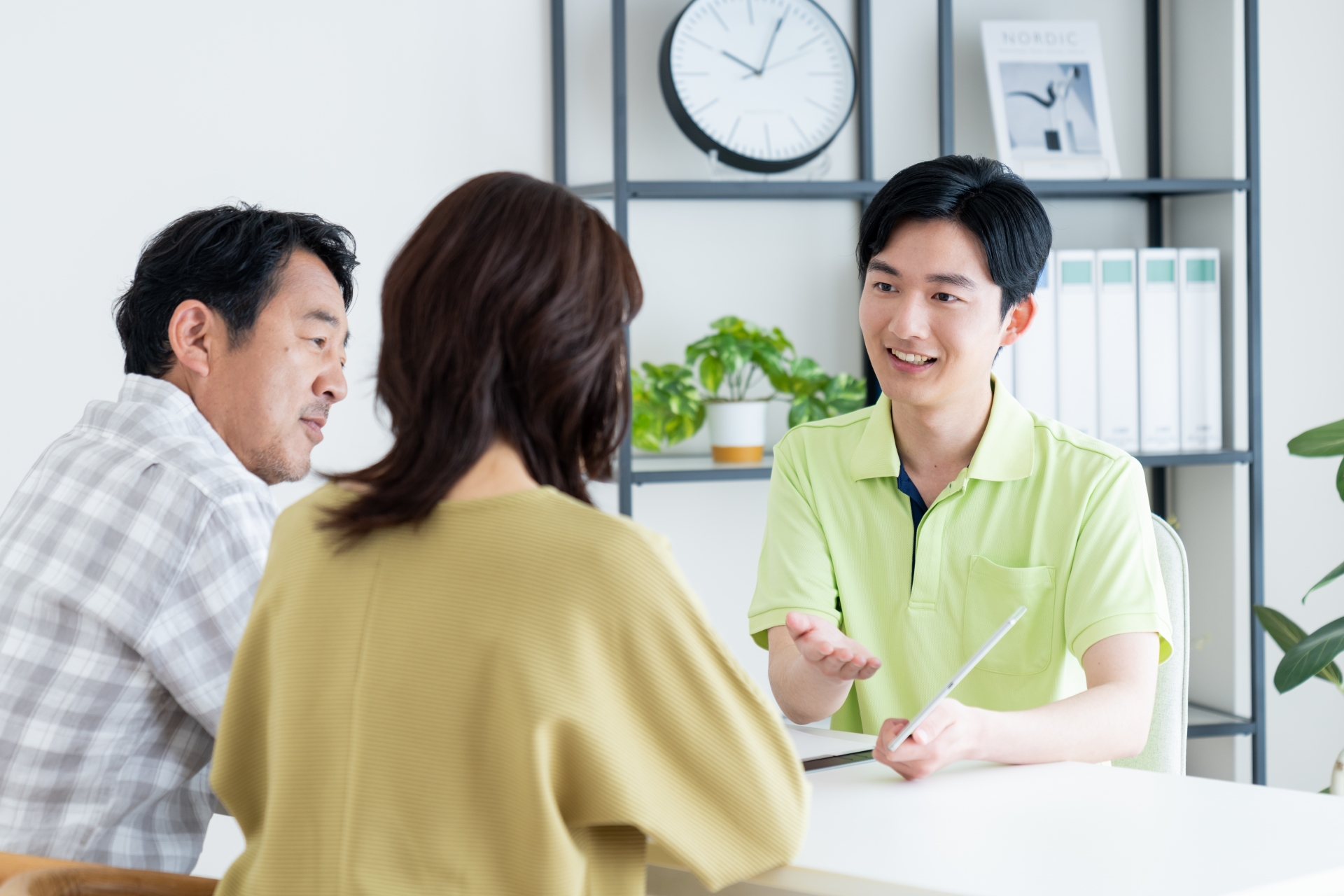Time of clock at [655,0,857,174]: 10:04
